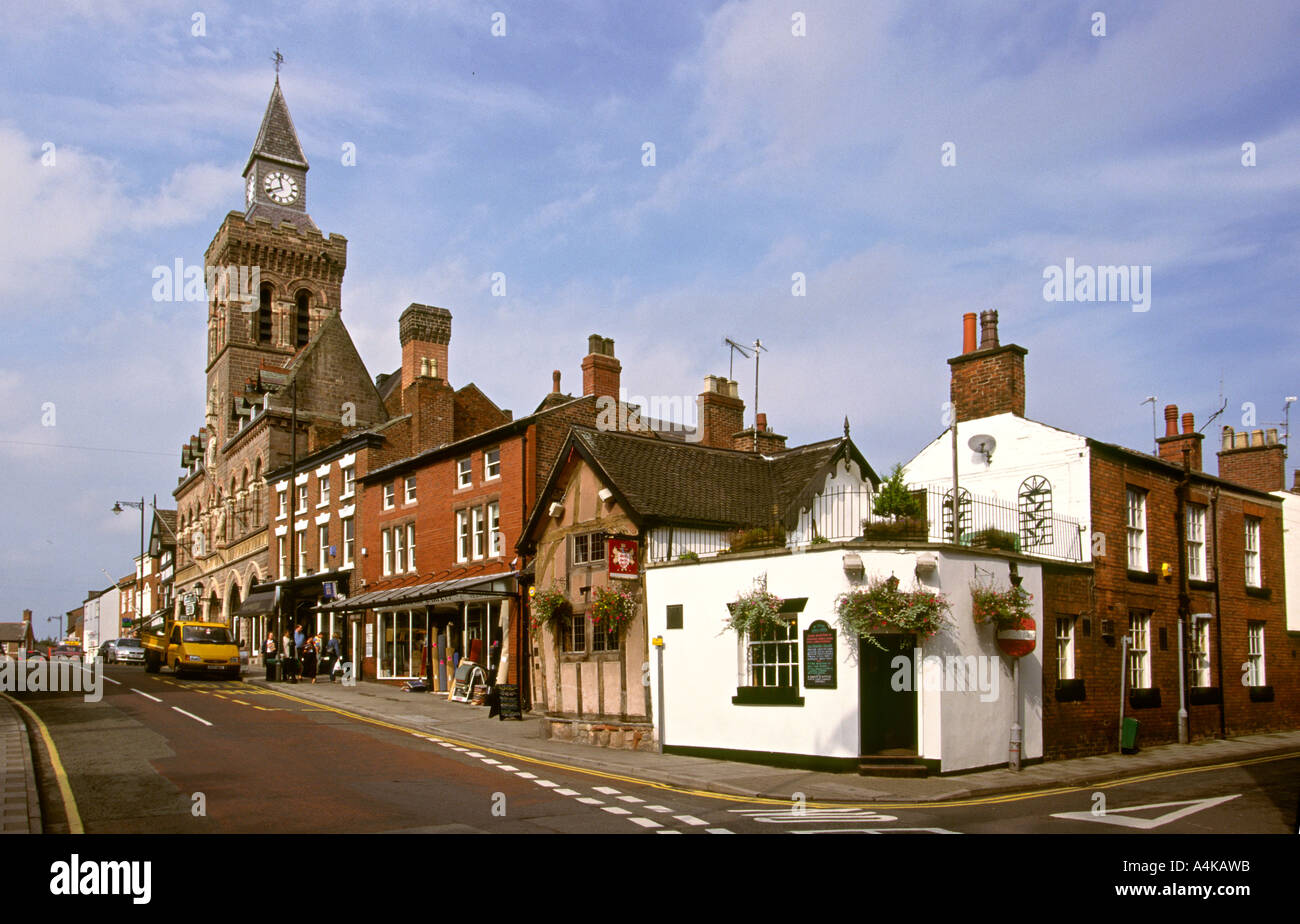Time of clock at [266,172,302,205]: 11:40
